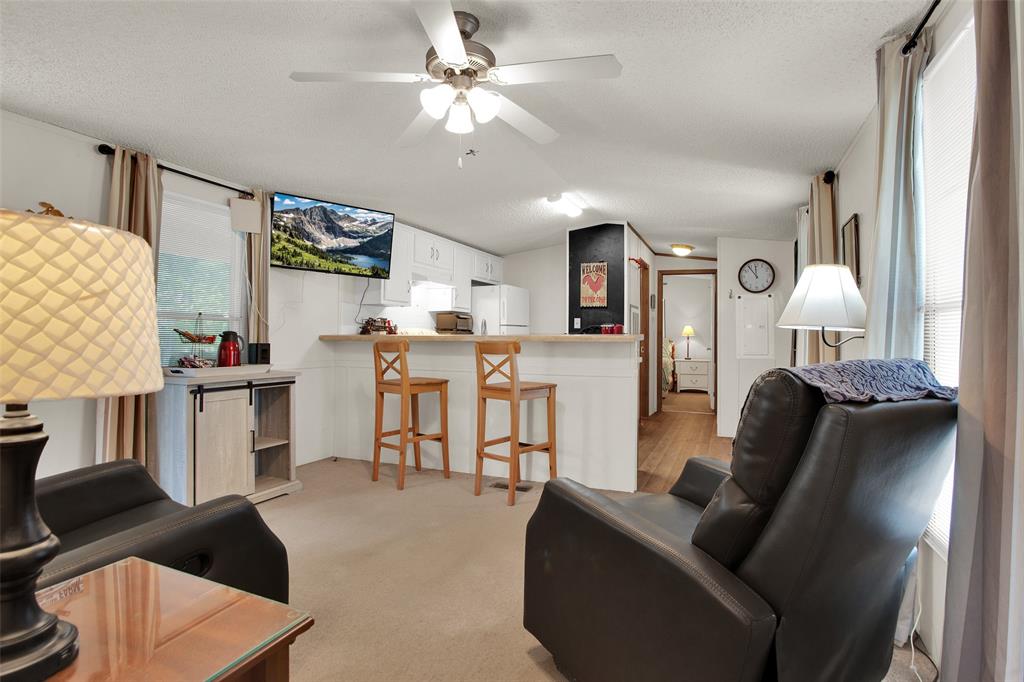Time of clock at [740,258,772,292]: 11:53
